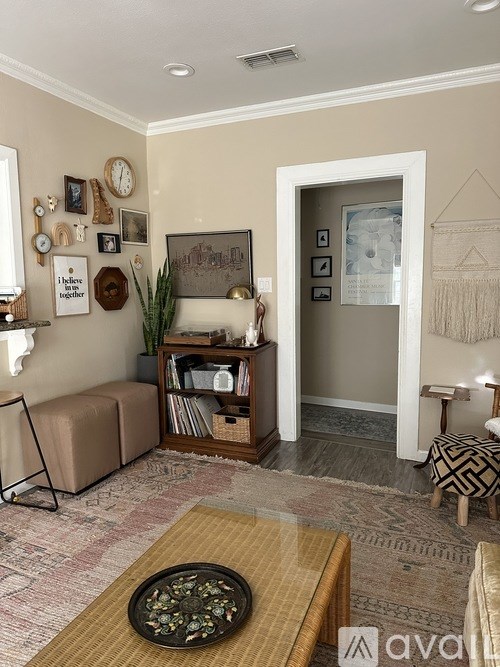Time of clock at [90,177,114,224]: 12:32
